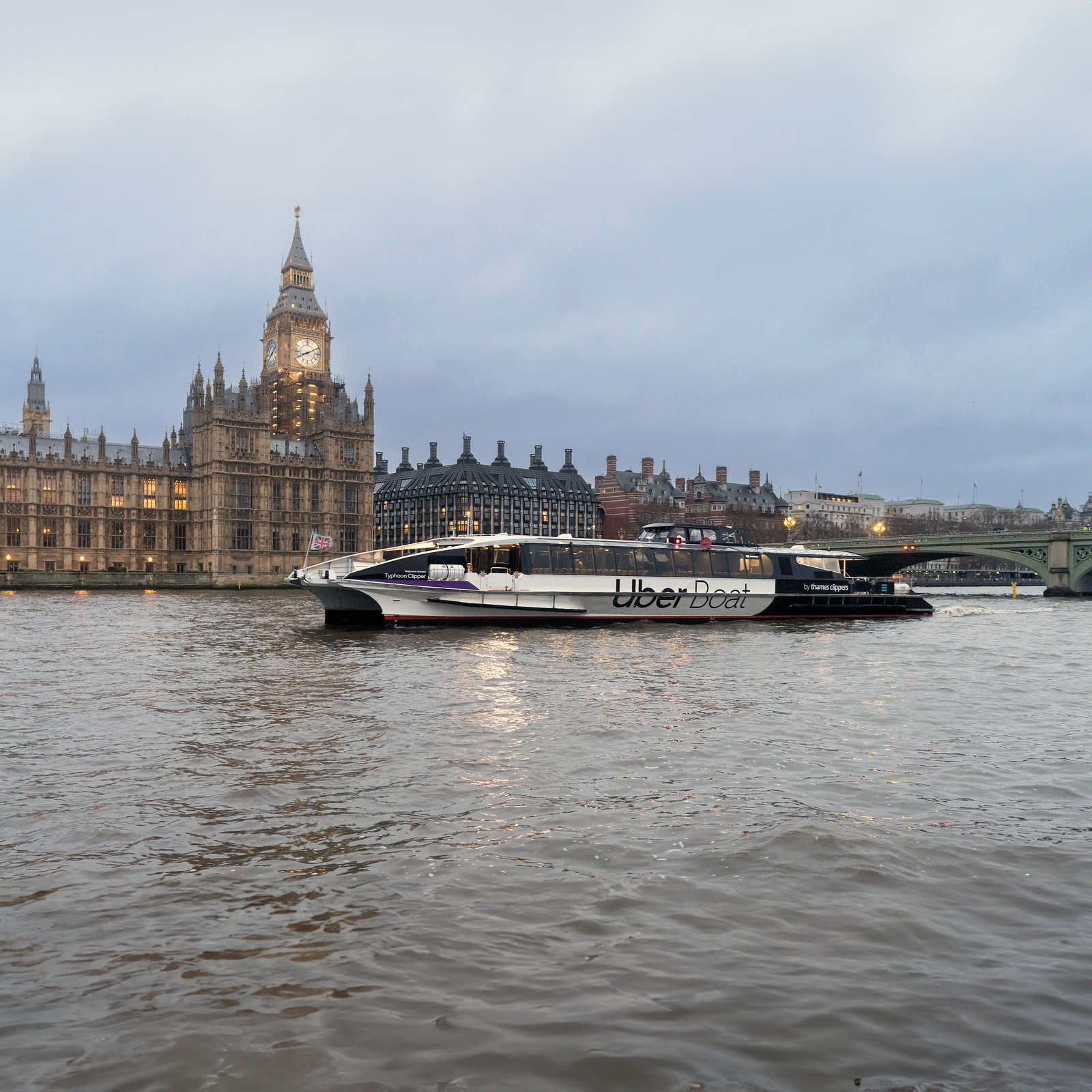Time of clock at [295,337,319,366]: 8:10
